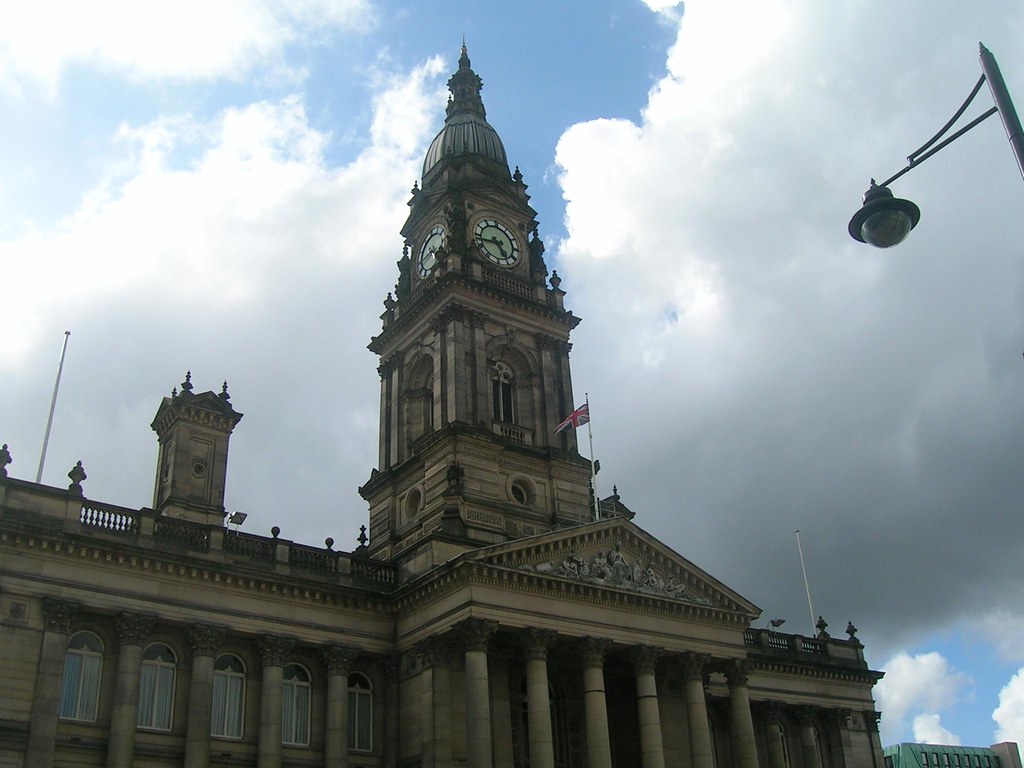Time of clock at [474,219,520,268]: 4:43
